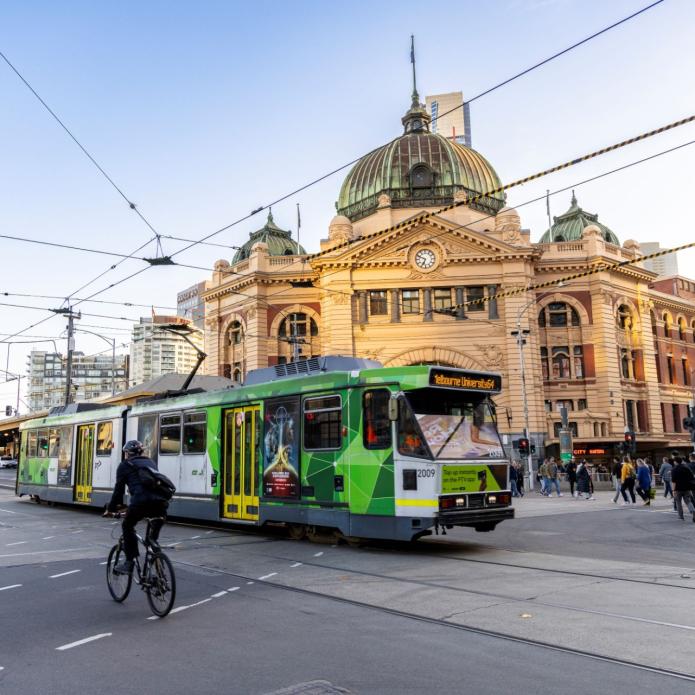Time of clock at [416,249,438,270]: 6:48
